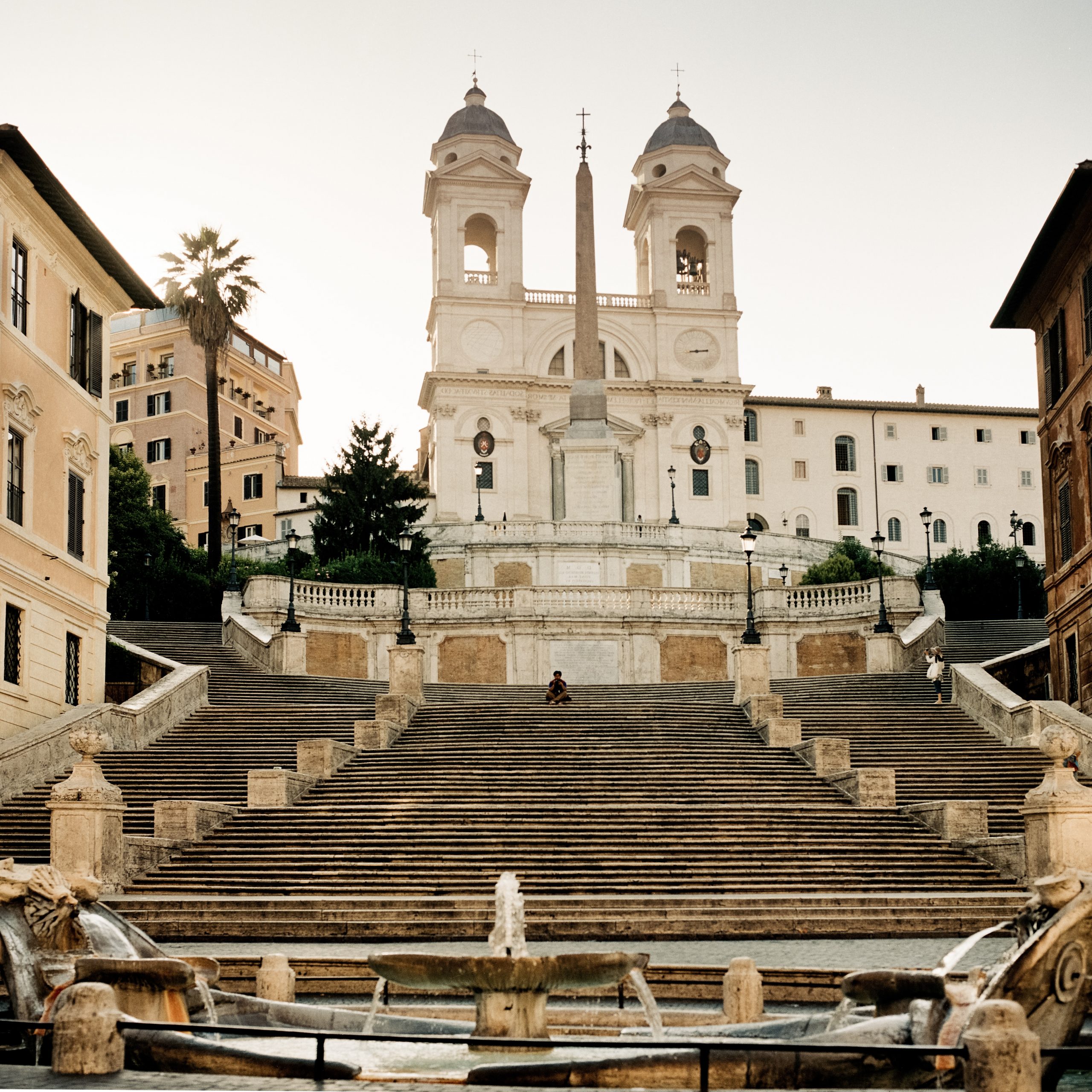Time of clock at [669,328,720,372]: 2:43
